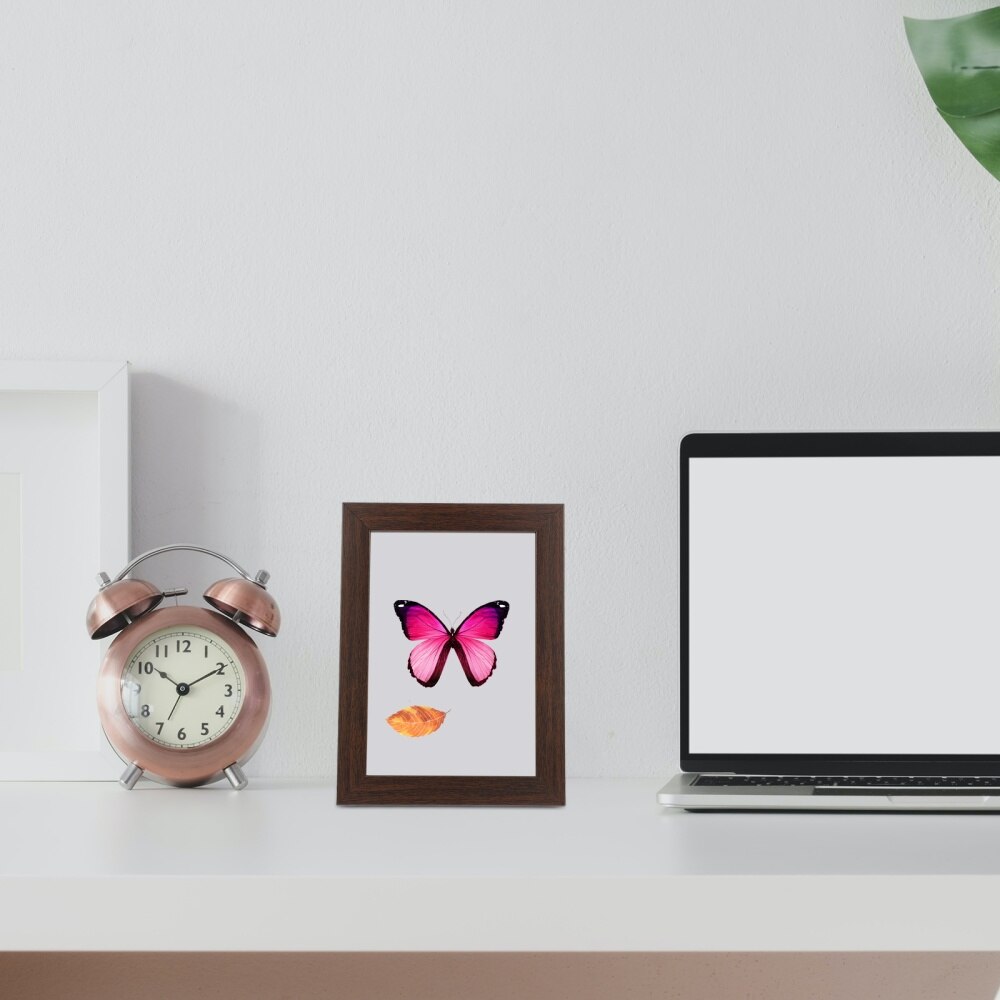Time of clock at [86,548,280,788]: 10:10
